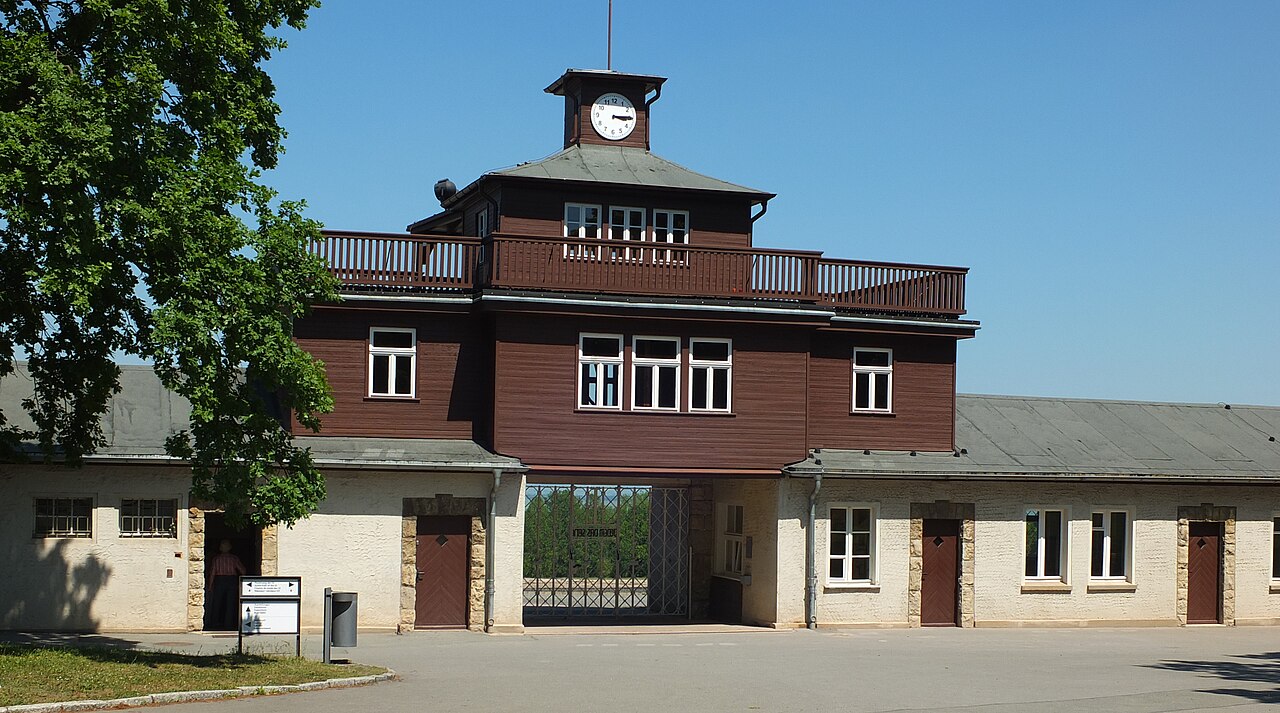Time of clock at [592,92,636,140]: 3:14
